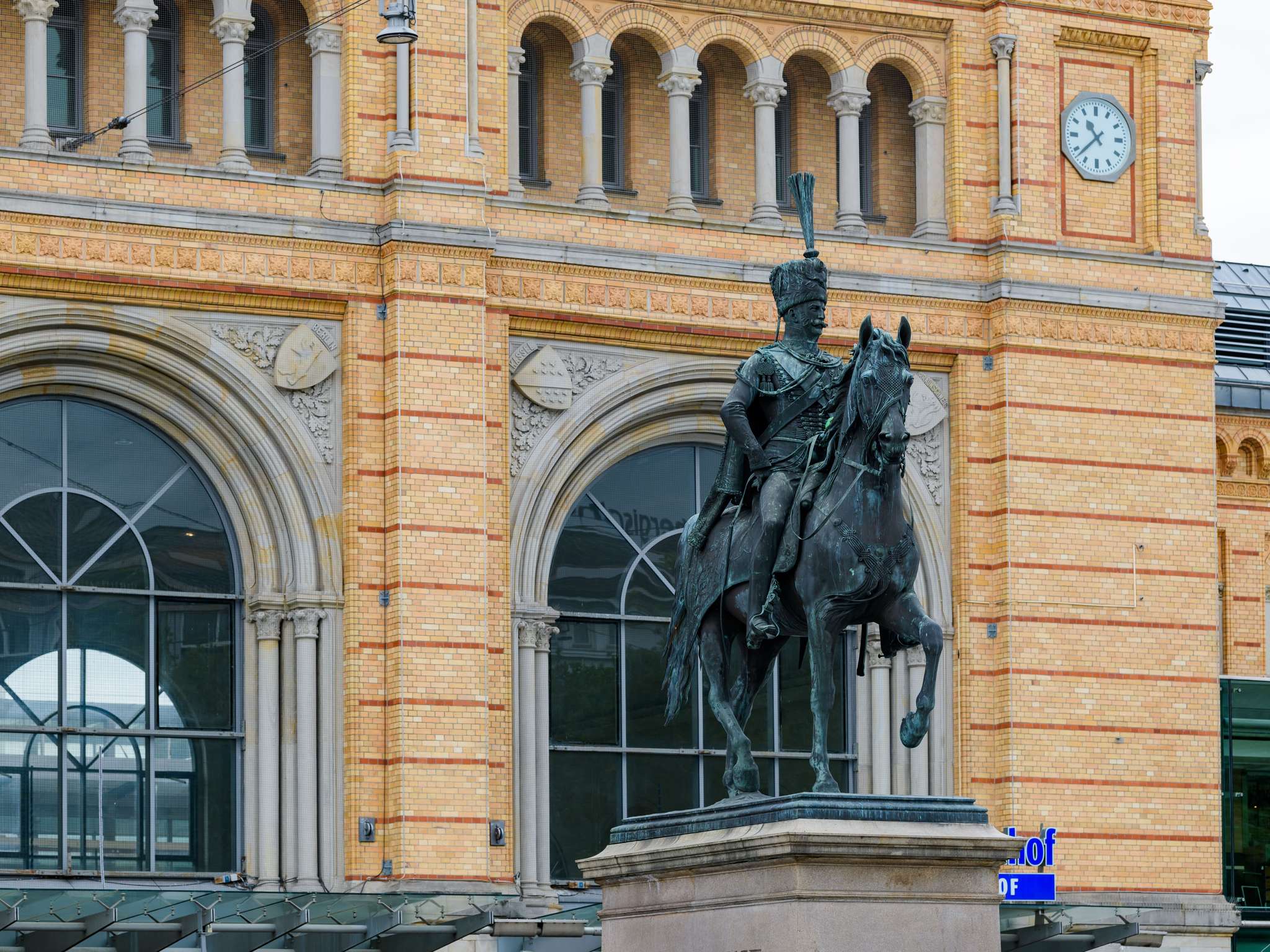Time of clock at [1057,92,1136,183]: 10:37
